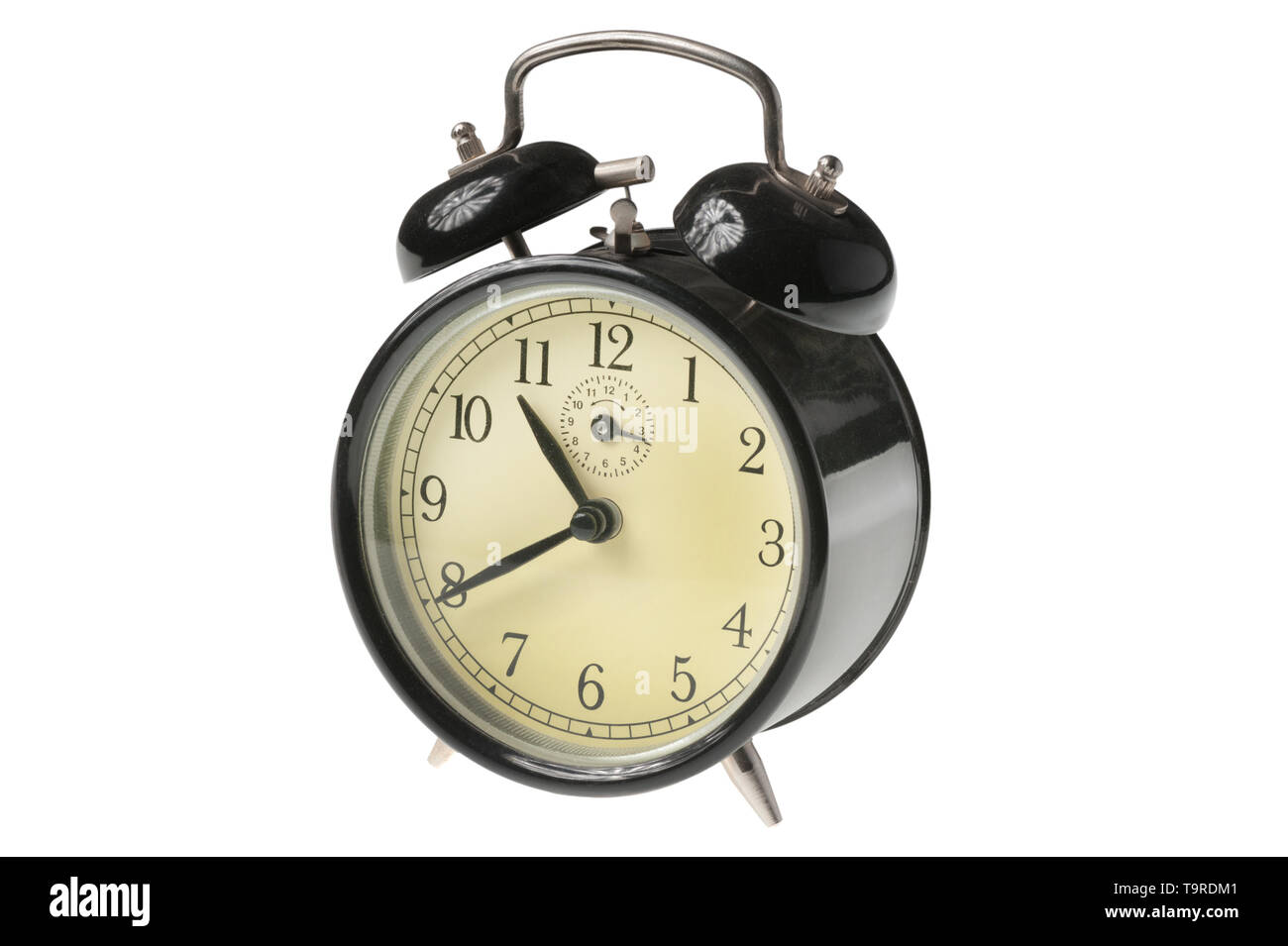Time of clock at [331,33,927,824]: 10:39
